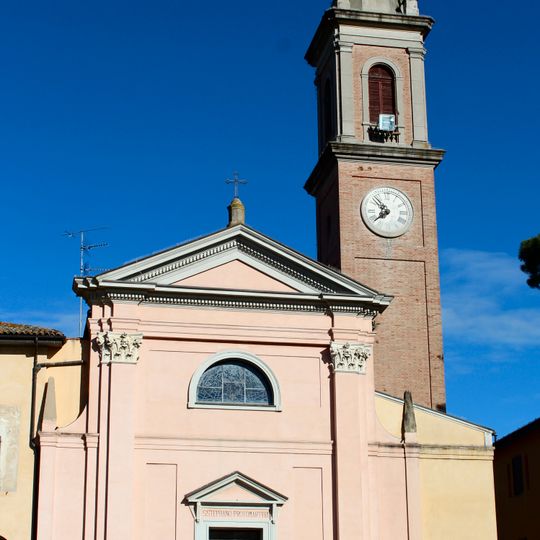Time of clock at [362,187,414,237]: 7:52
